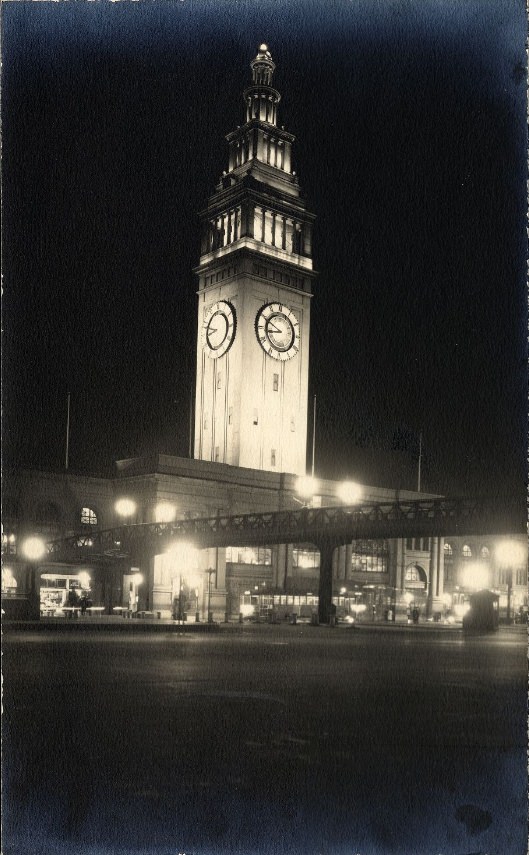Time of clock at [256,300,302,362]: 8:49
